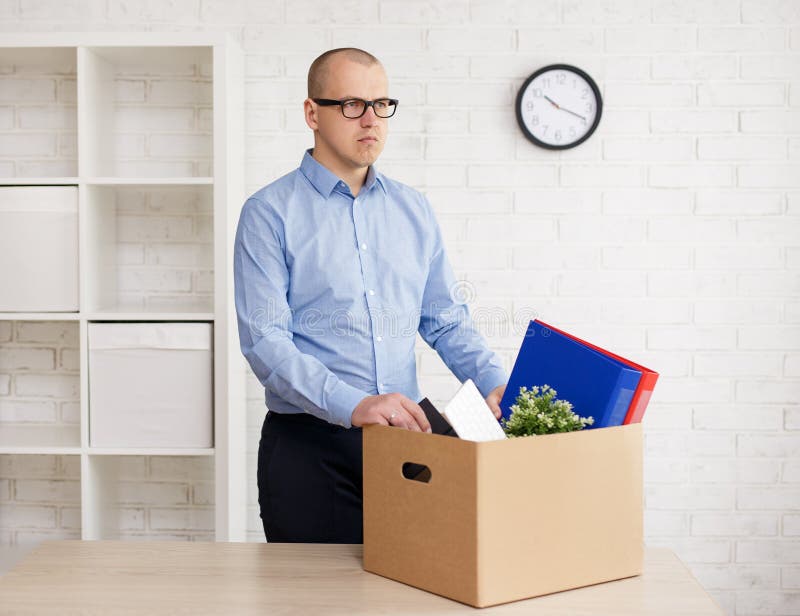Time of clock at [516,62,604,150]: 10:18
